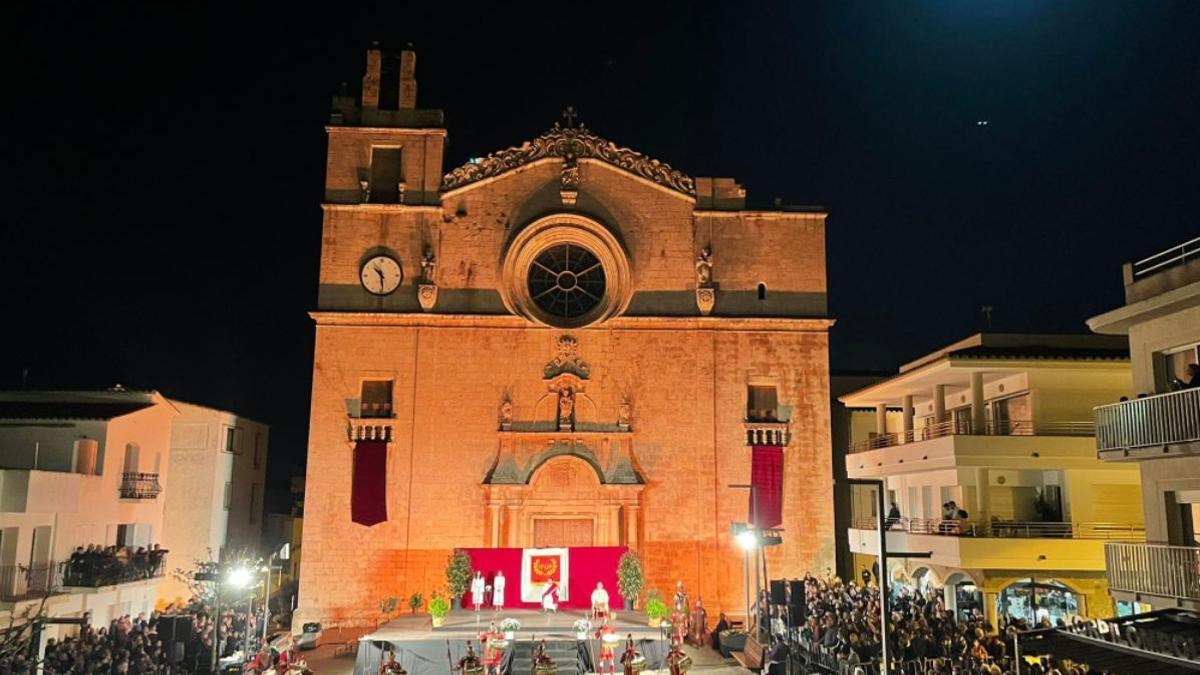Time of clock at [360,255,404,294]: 10:28
